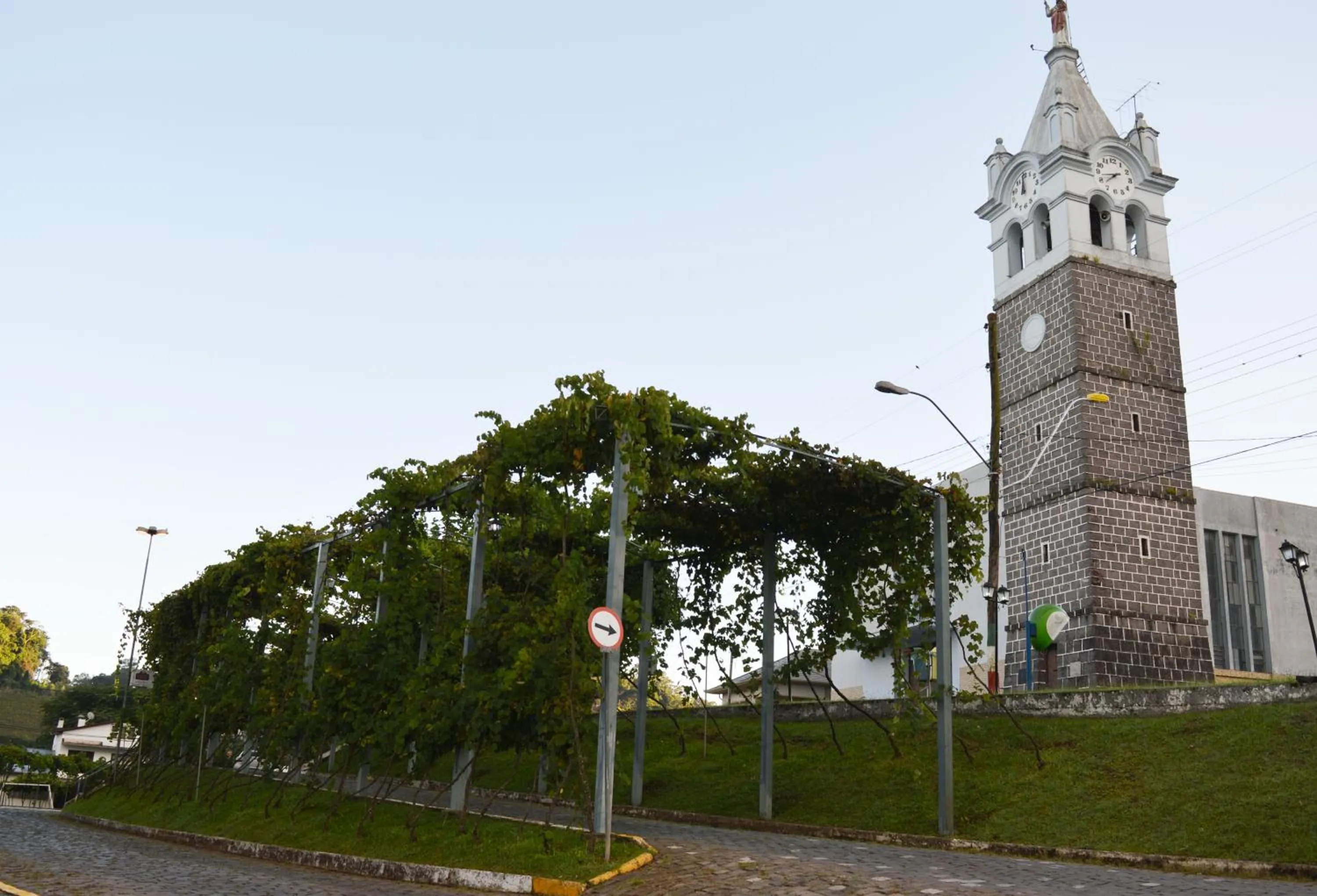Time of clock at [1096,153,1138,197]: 7:42
